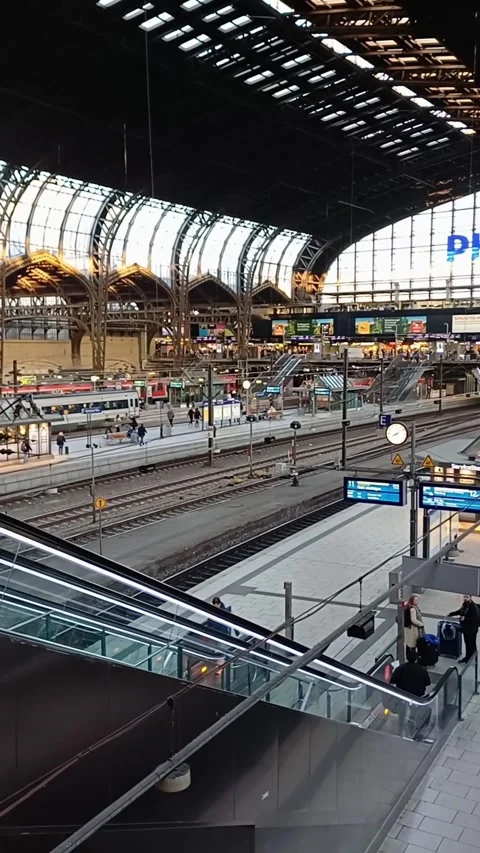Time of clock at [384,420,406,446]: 8:09
